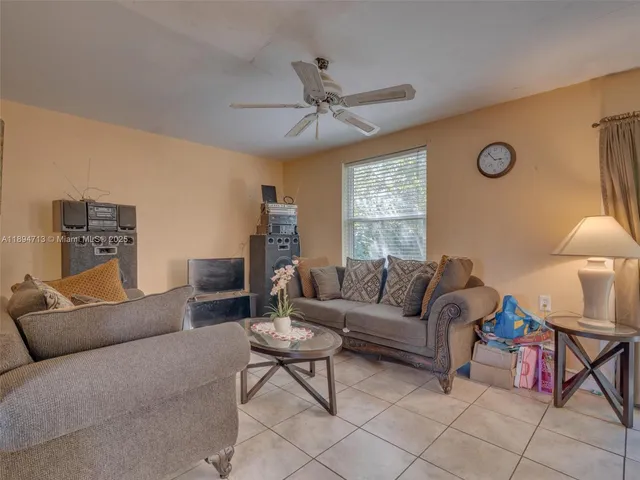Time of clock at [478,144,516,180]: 2:53
